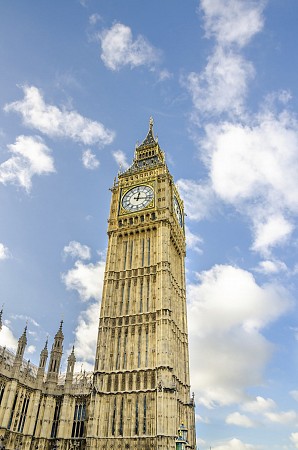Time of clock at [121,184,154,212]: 12:16
